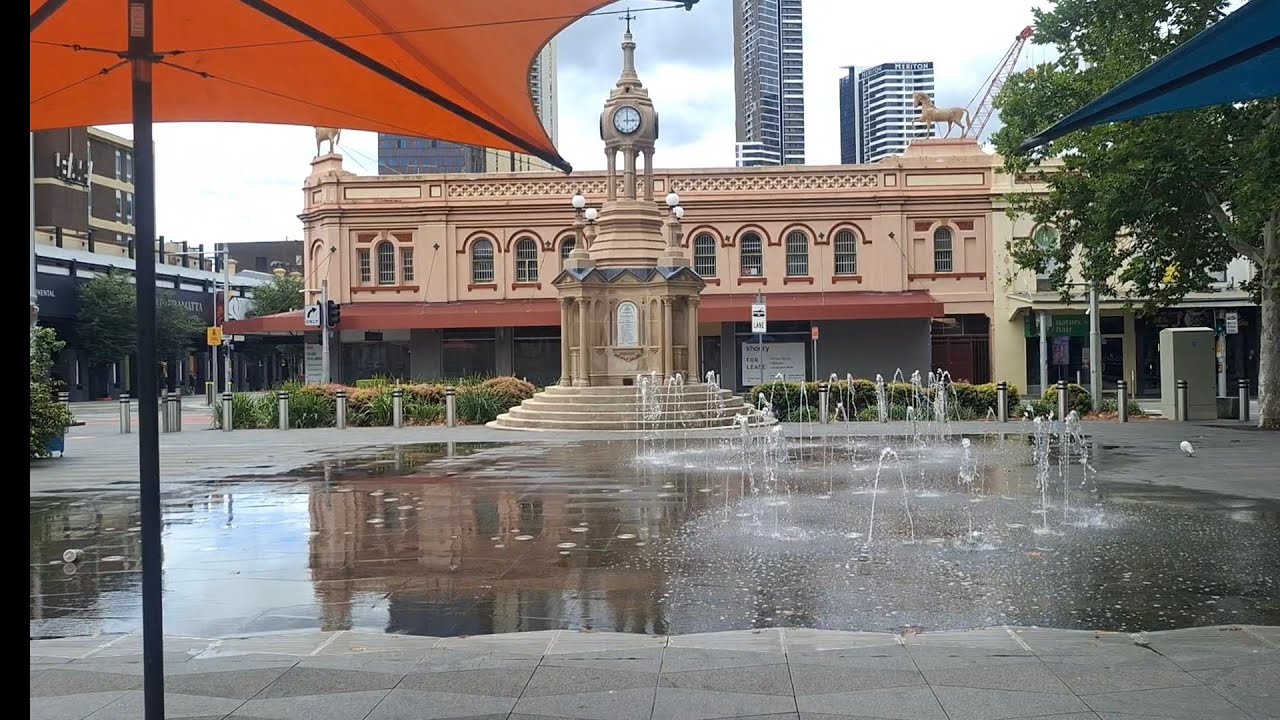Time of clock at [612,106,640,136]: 3:00
